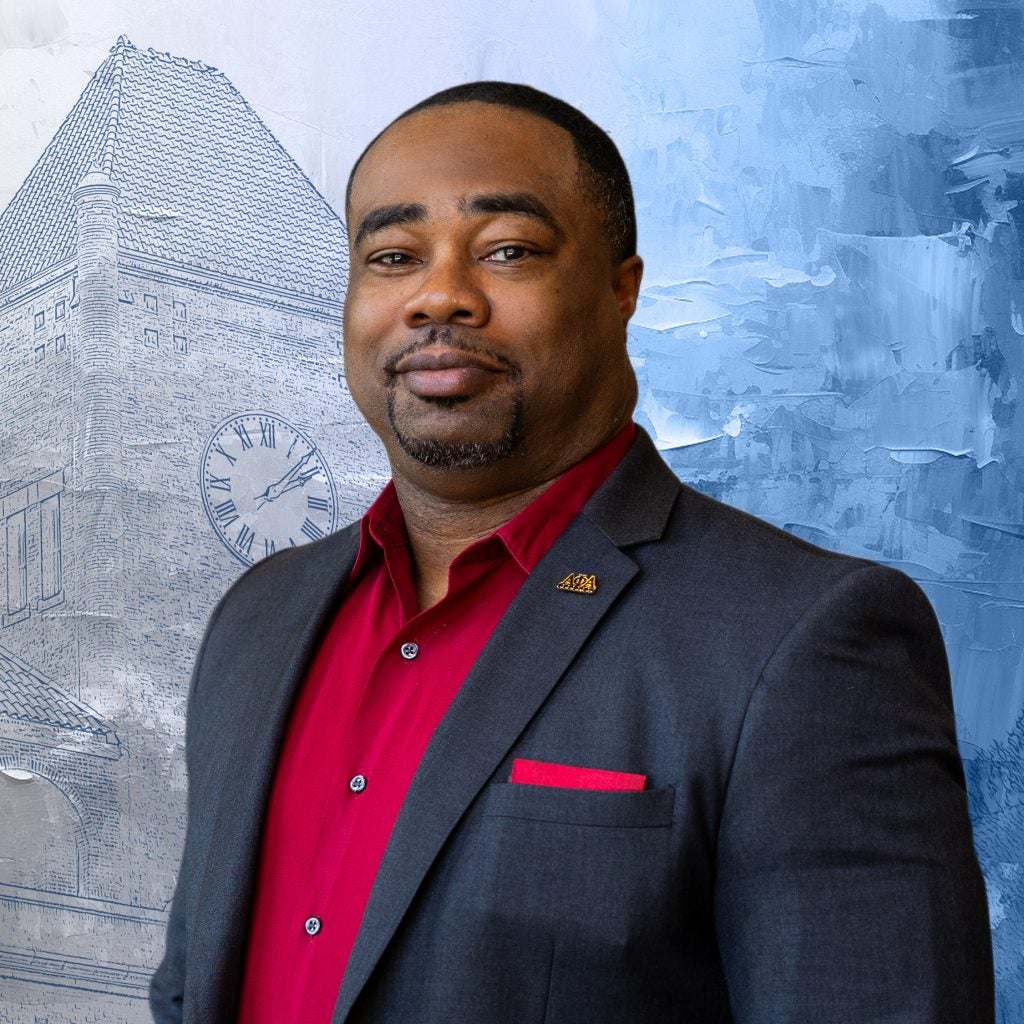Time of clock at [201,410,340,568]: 2:08
